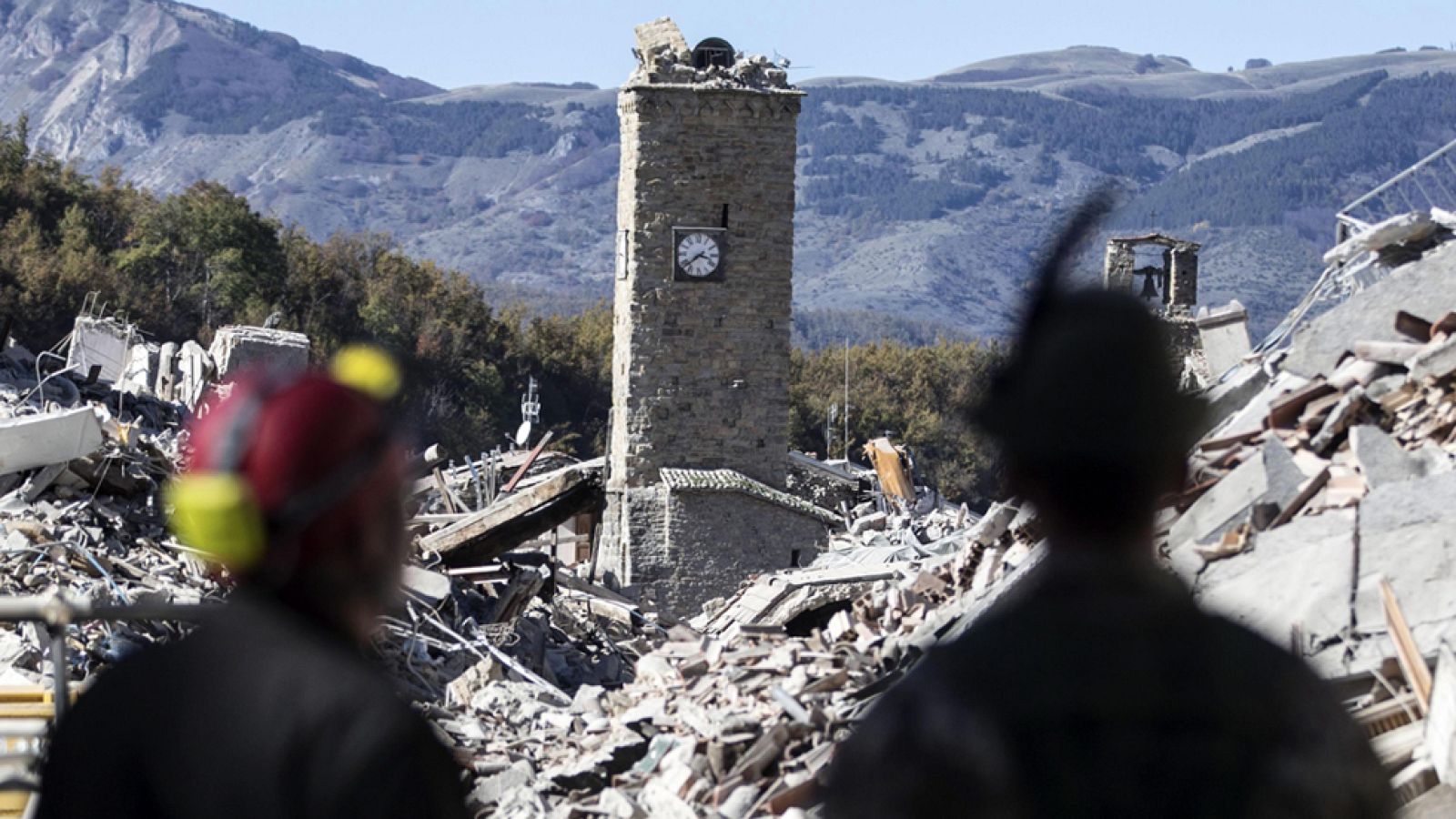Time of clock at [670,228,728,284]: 3:38
